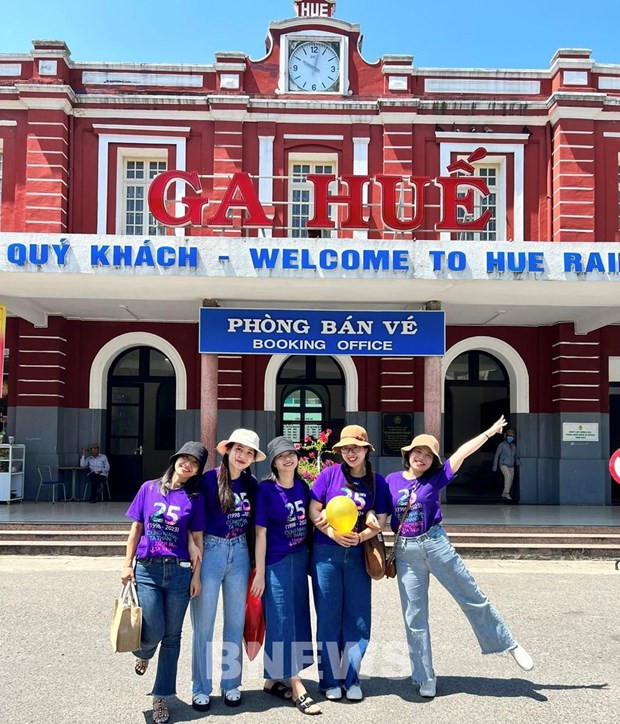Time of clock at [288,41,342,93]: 10:02
